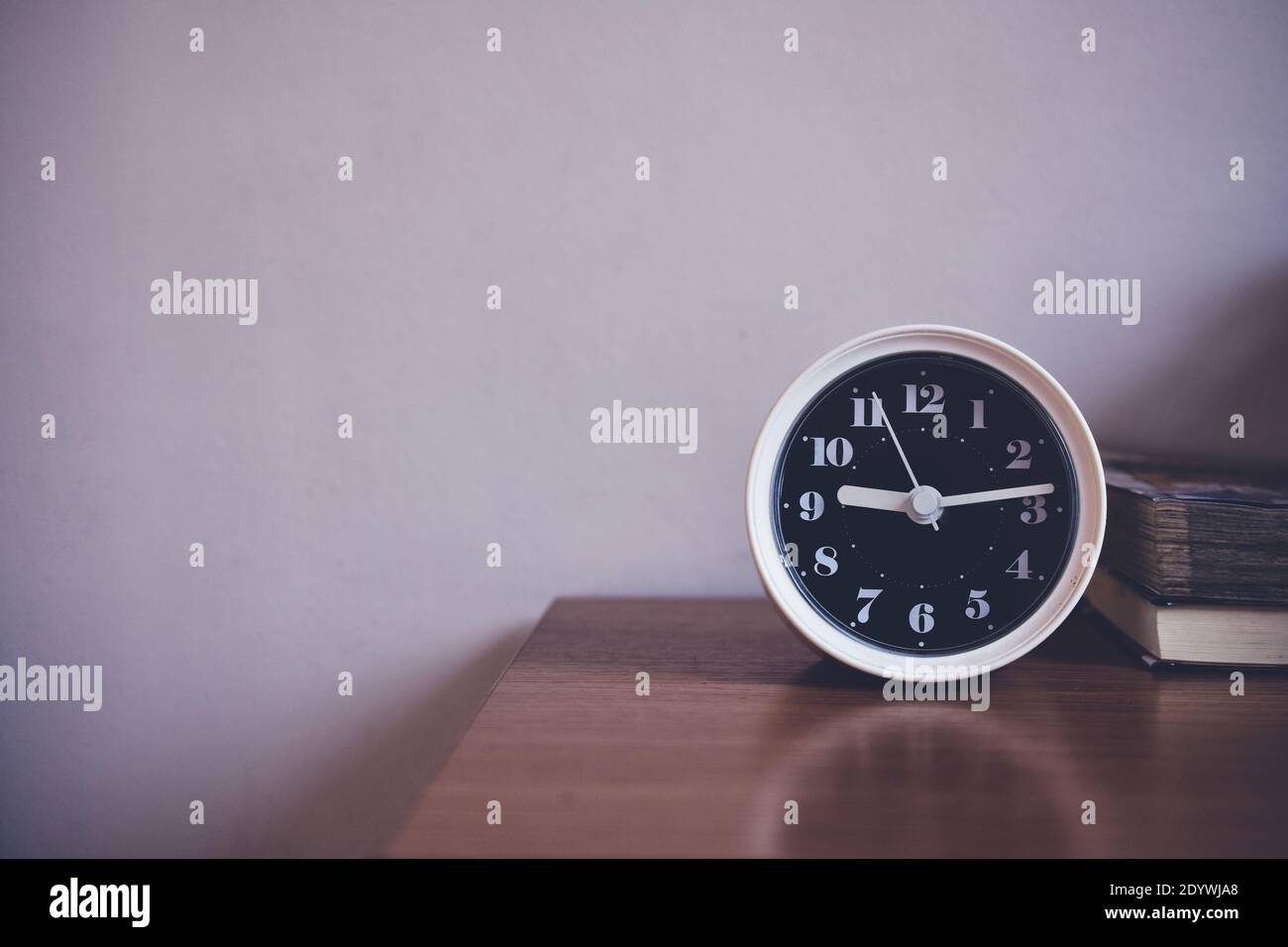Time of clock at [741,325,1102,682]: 9:13
